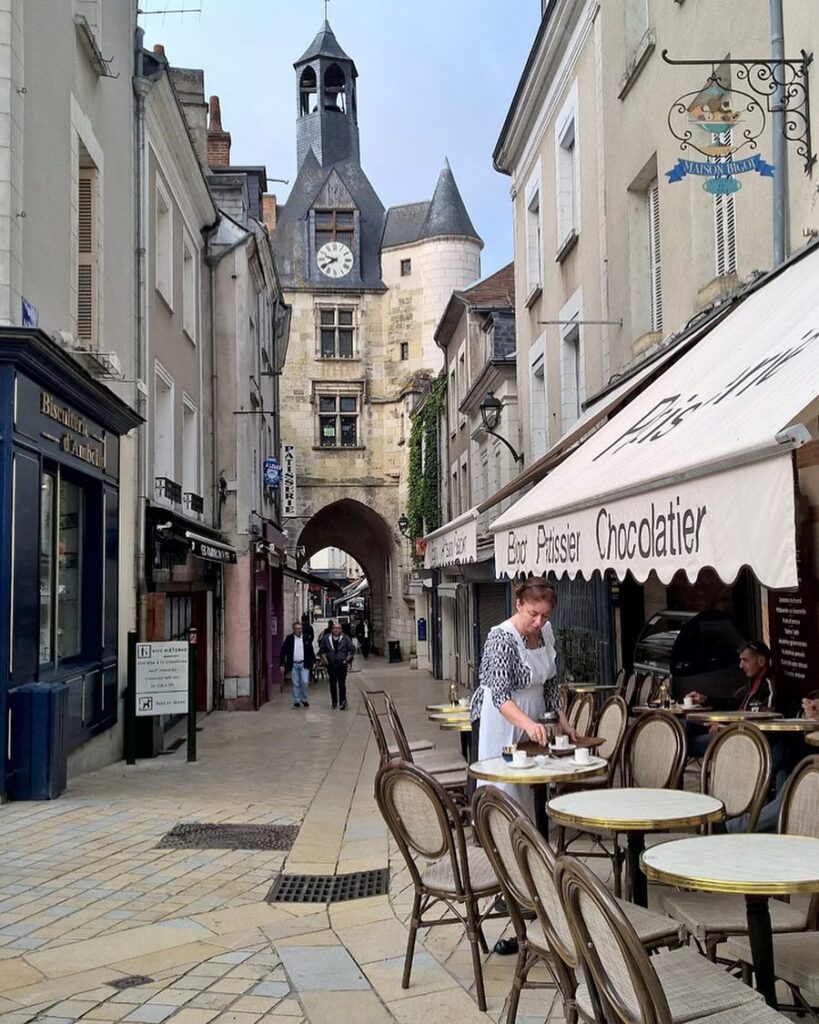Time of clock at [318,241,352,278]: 9:40
